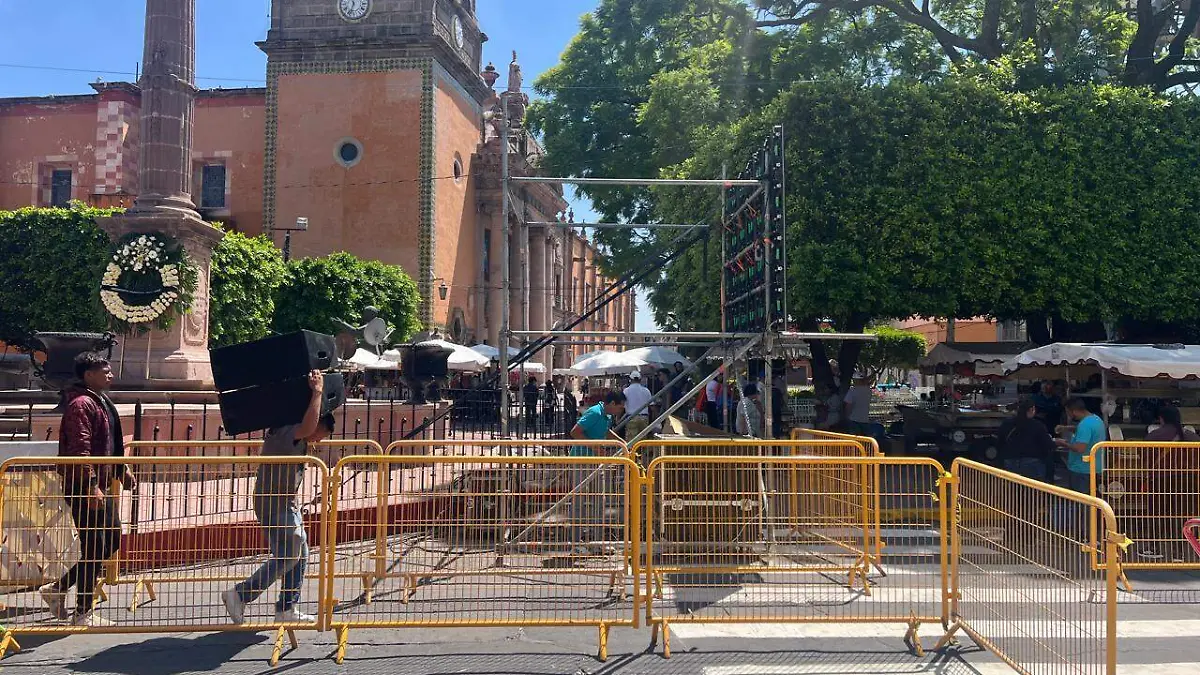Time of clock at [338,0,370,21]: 11:32
